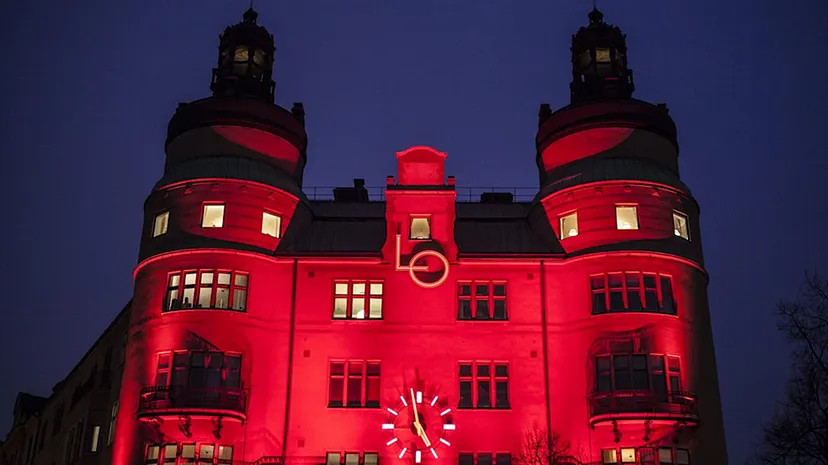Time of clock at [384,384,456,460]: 4:58
